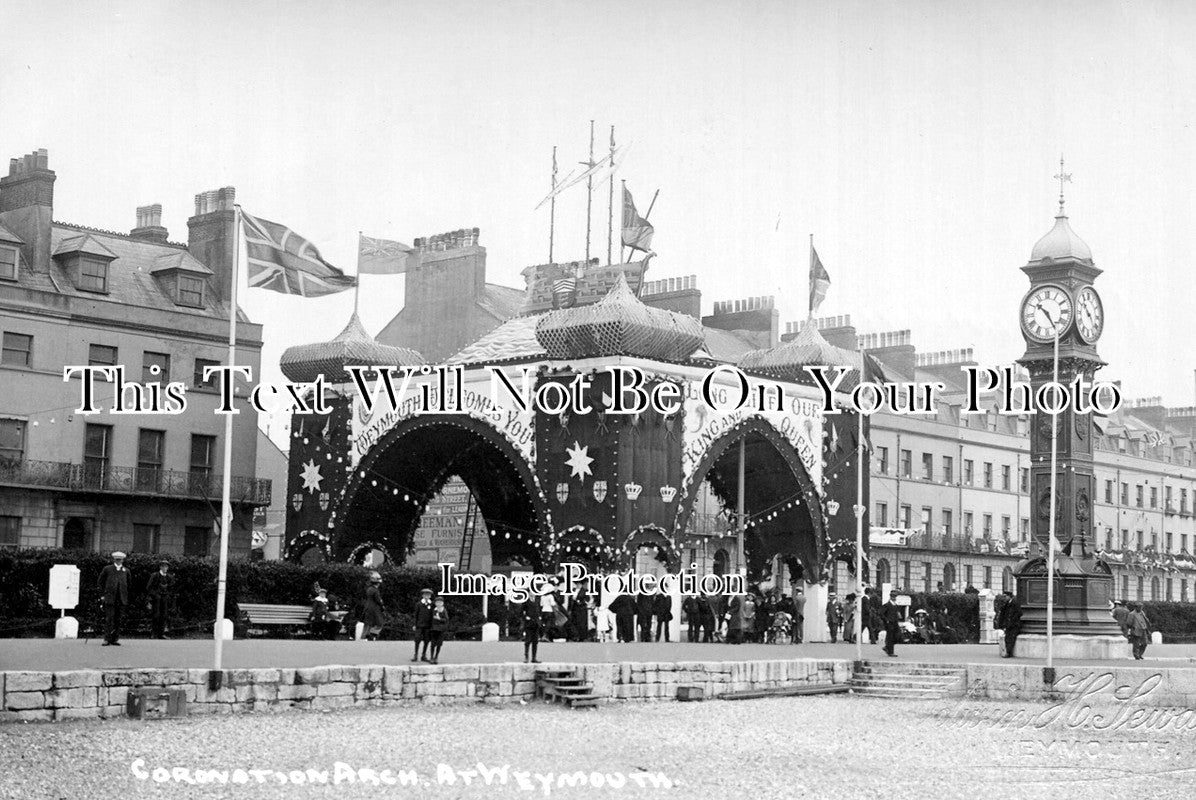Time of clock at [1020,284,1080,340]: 10:24
